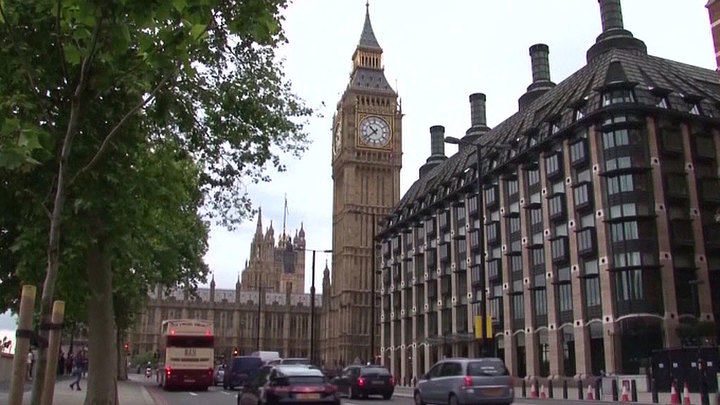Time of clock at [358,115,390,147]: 10:38
